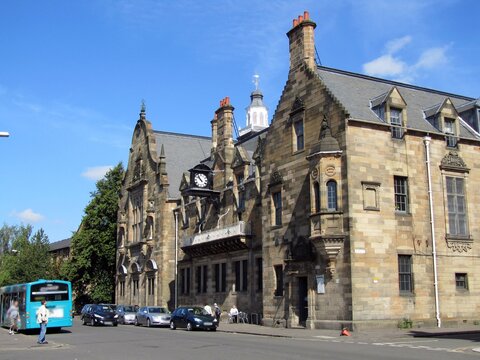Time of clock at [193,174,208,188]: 10:52
